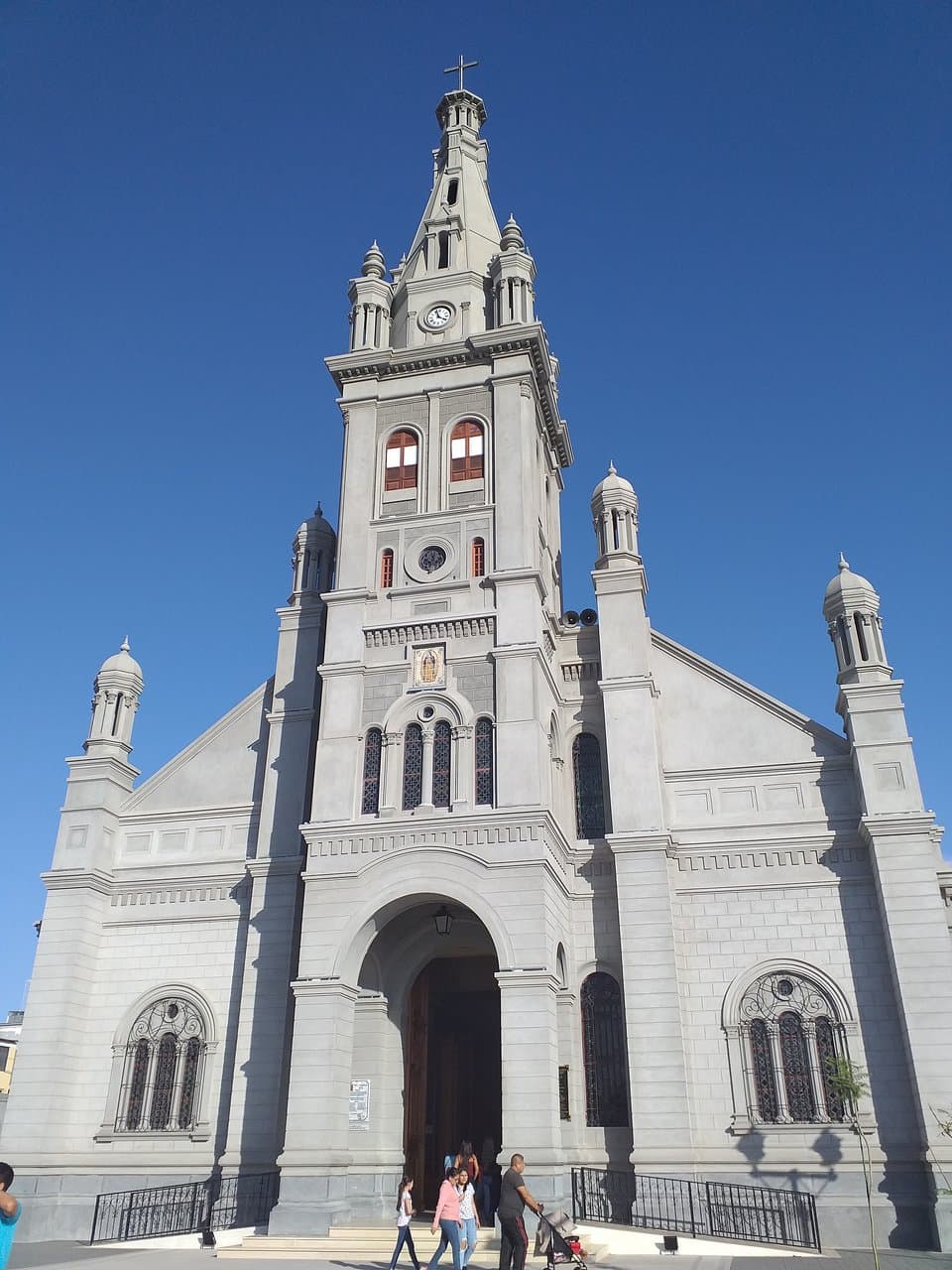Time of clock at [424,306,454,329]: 3:56
